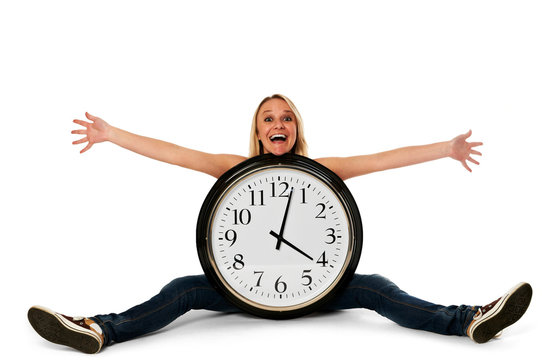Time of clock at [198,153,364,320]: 4:02
